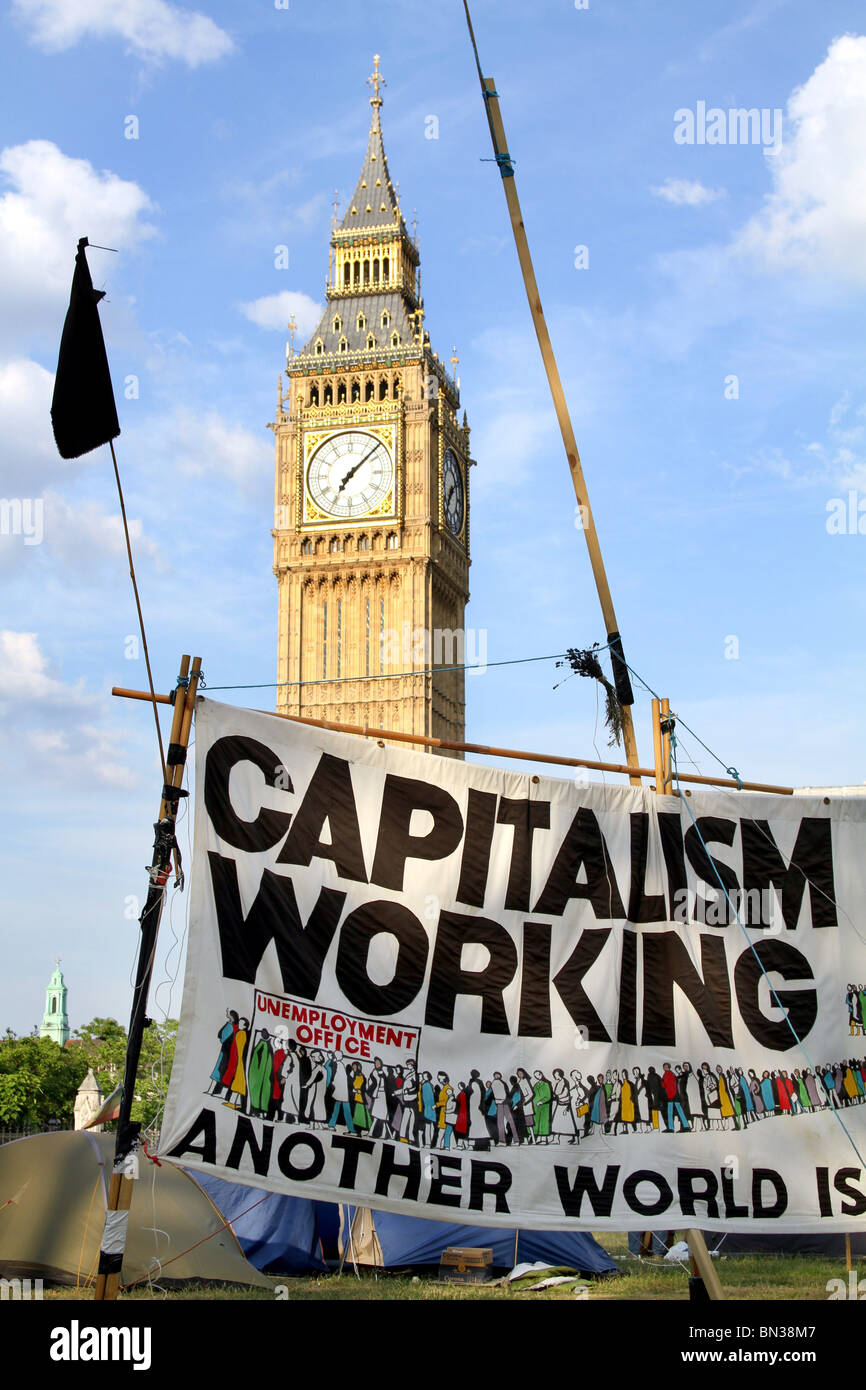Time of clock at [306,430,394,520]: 7:07
